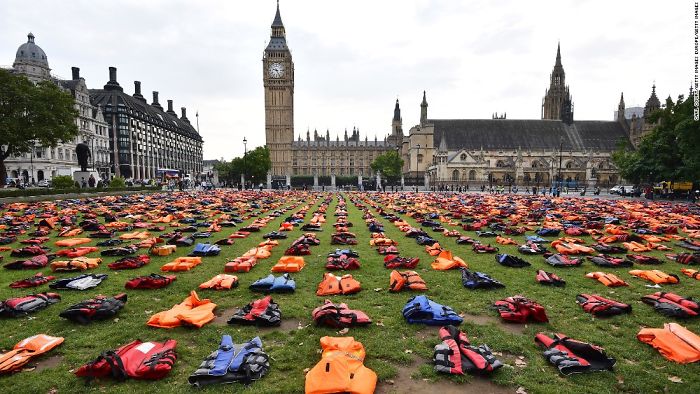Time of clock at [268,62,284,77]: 9:25
